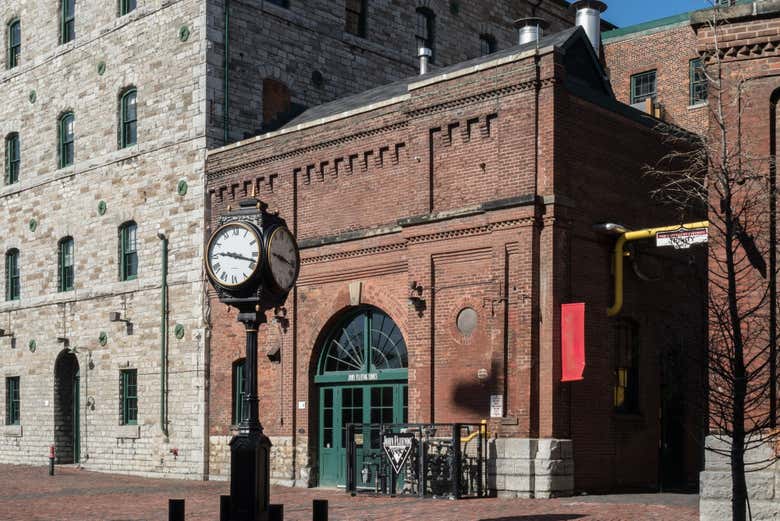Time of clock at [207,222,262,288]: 9:17
